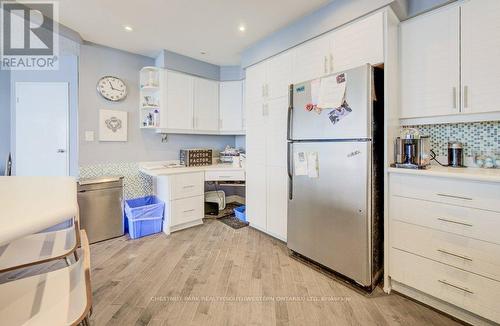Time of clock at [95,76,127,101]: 11:16
